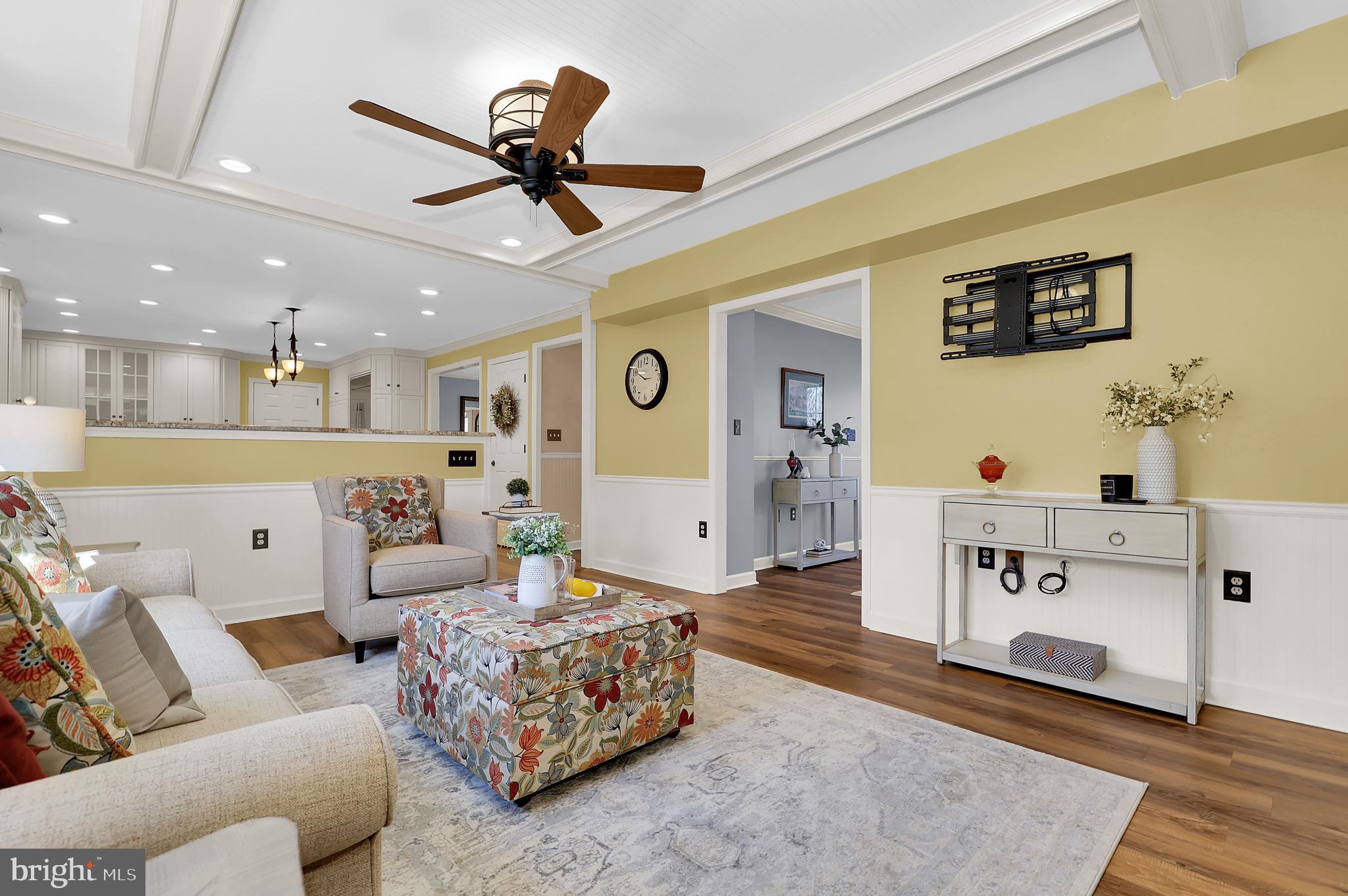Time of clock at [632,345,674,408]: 2:49
